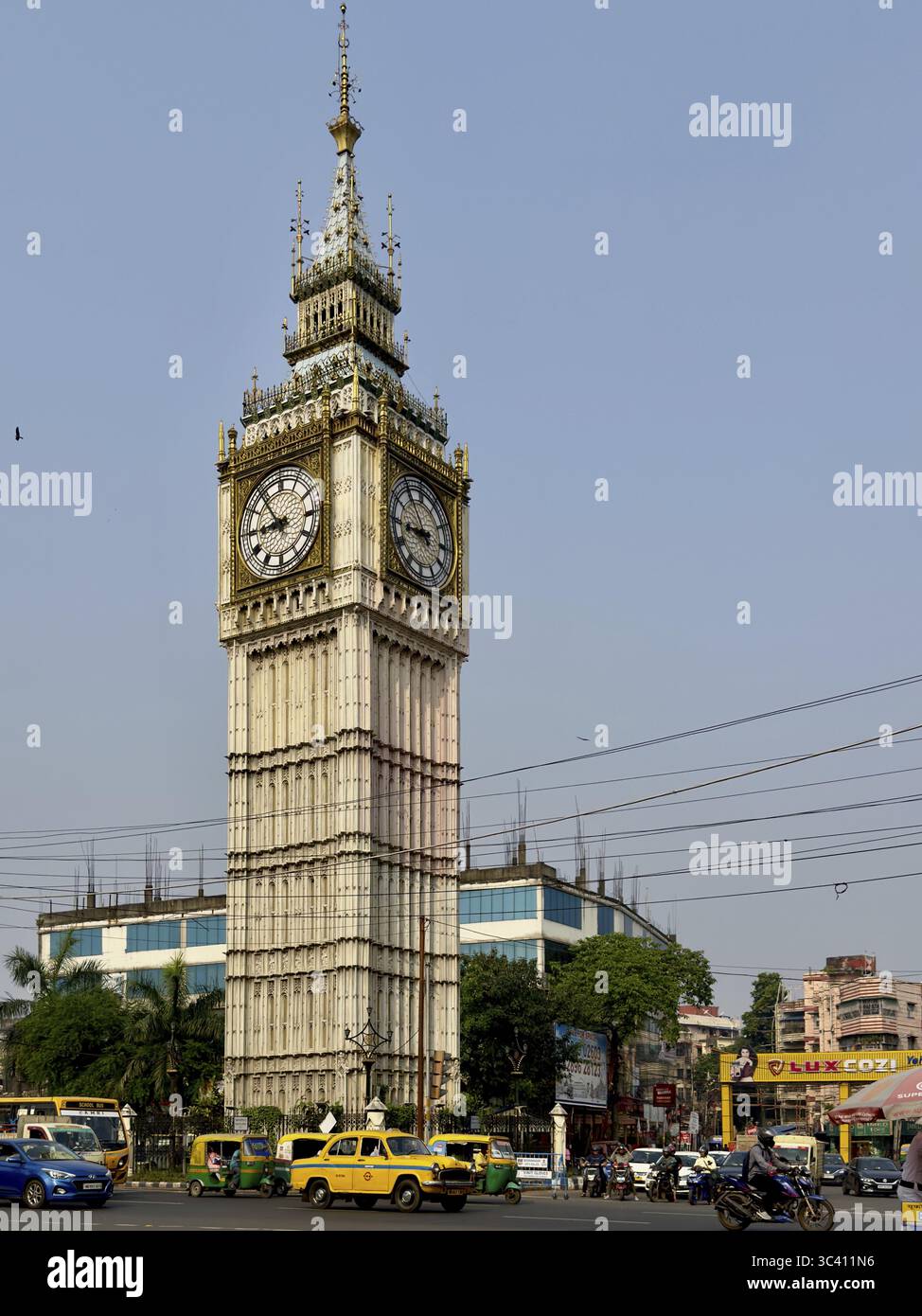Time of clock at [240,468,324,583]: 8:53
